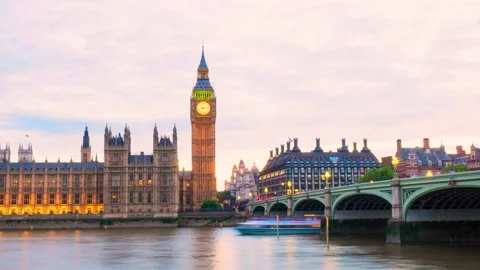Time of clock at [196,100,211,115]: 9:14
